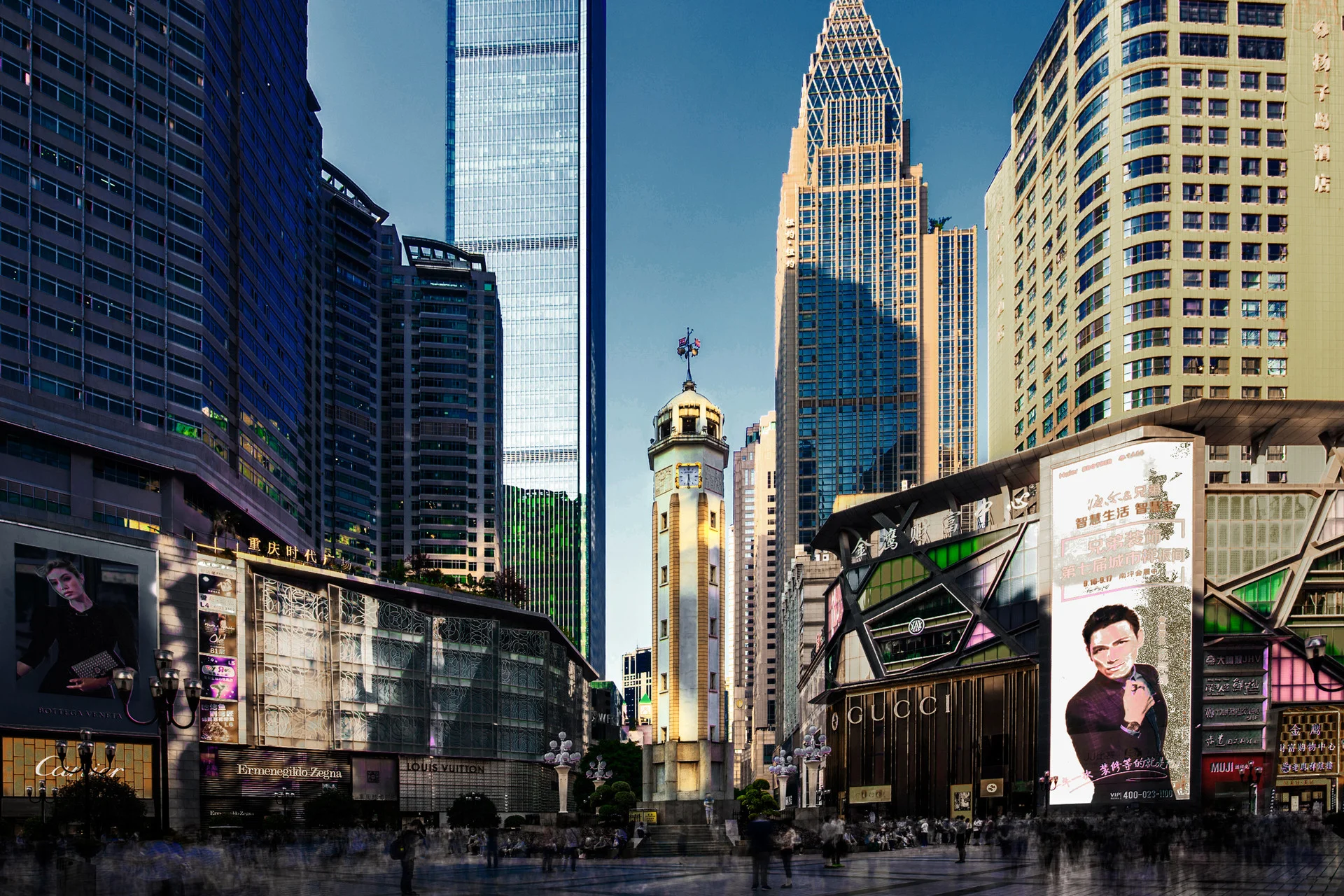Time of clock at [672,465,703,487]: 5:31
